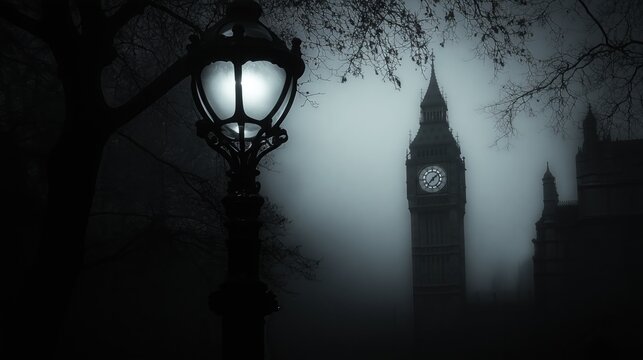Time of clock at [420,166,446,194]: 1:36
